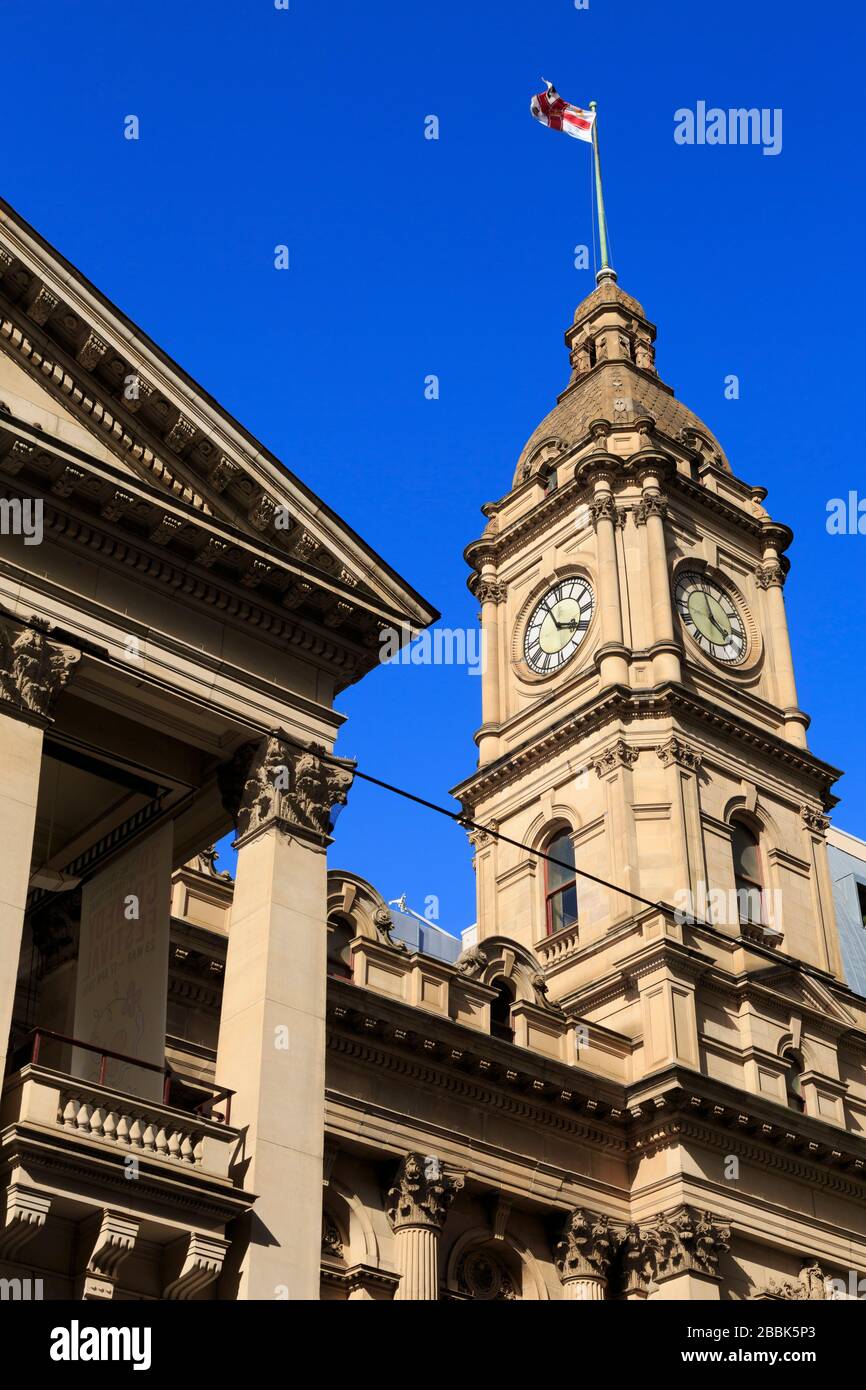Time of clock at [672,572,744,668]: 3:57
